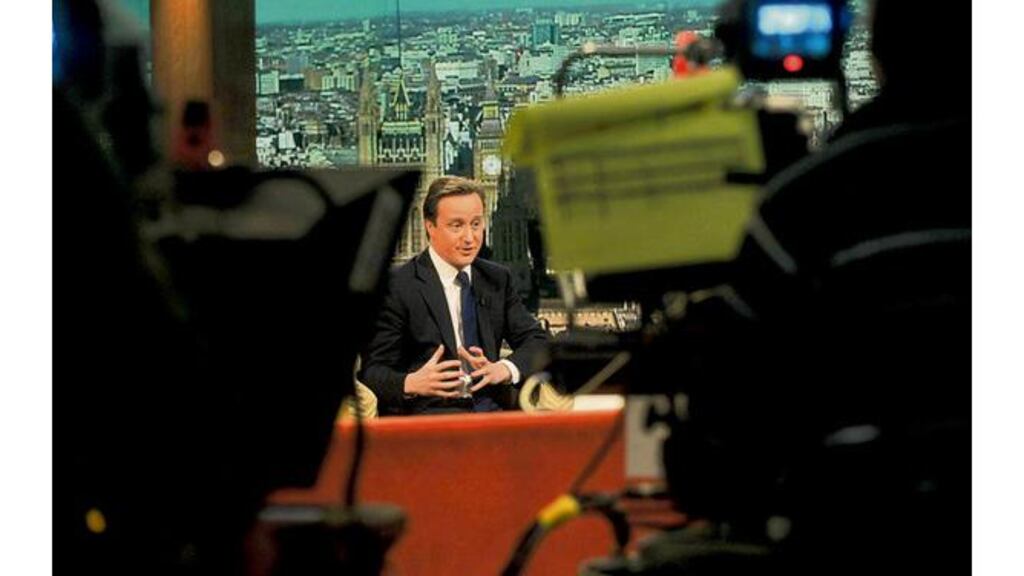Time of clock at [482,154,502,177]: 9:01
